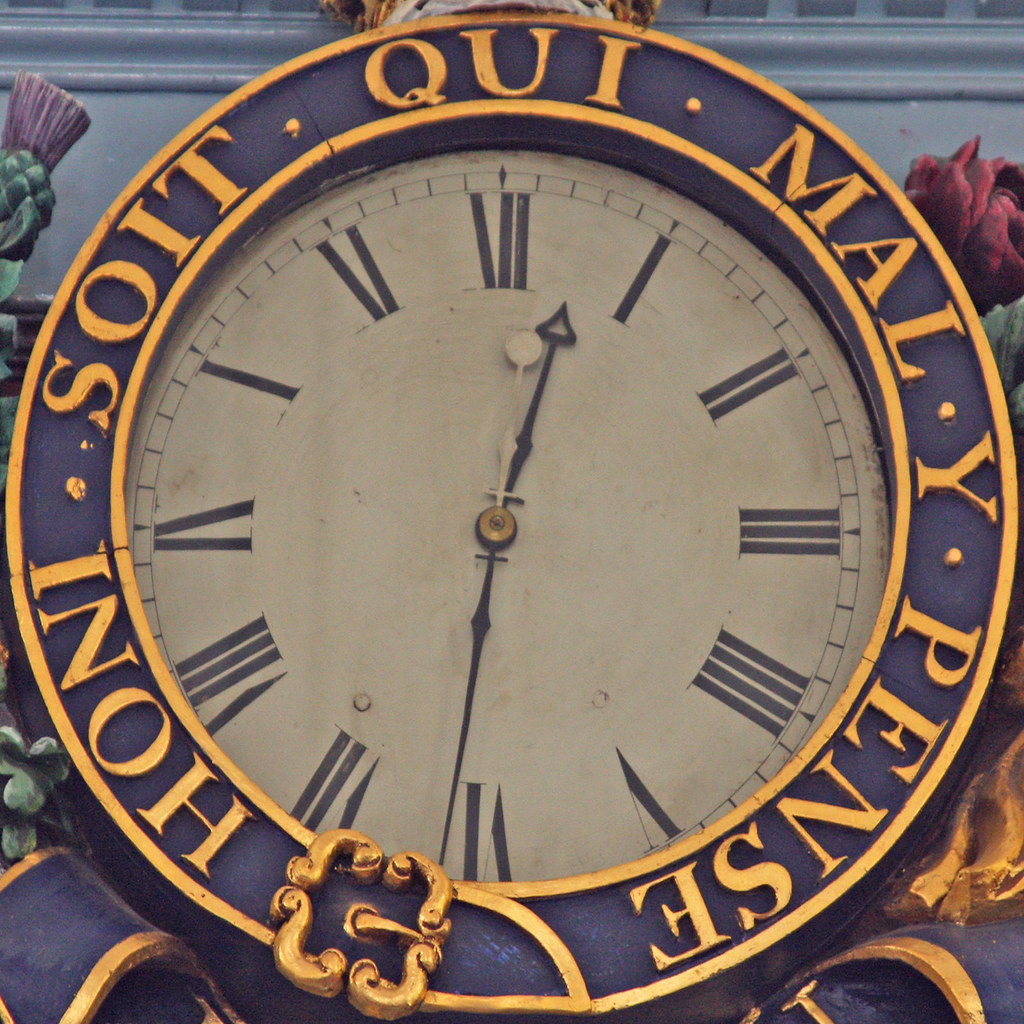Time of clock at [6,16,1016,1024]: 12:31
